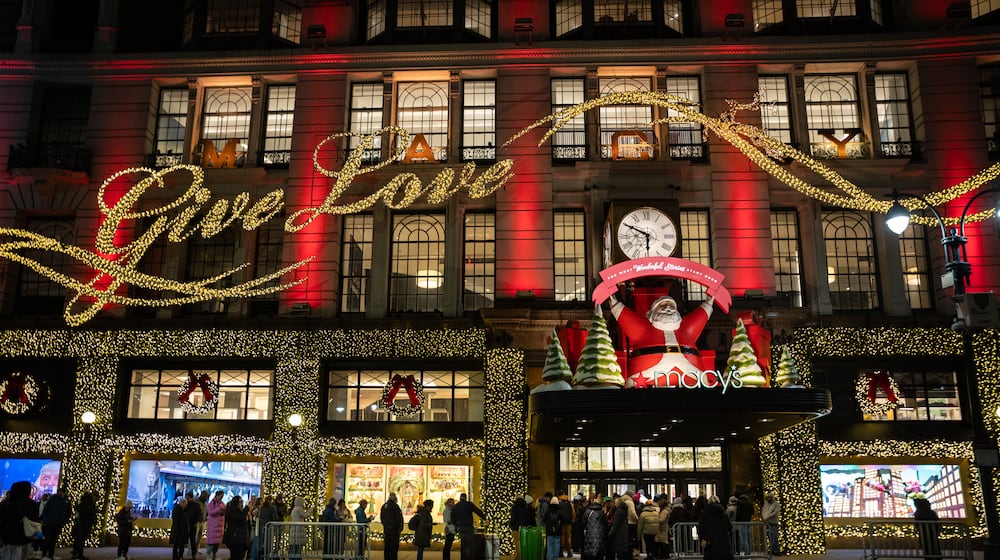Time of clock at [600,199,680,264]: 5:49
